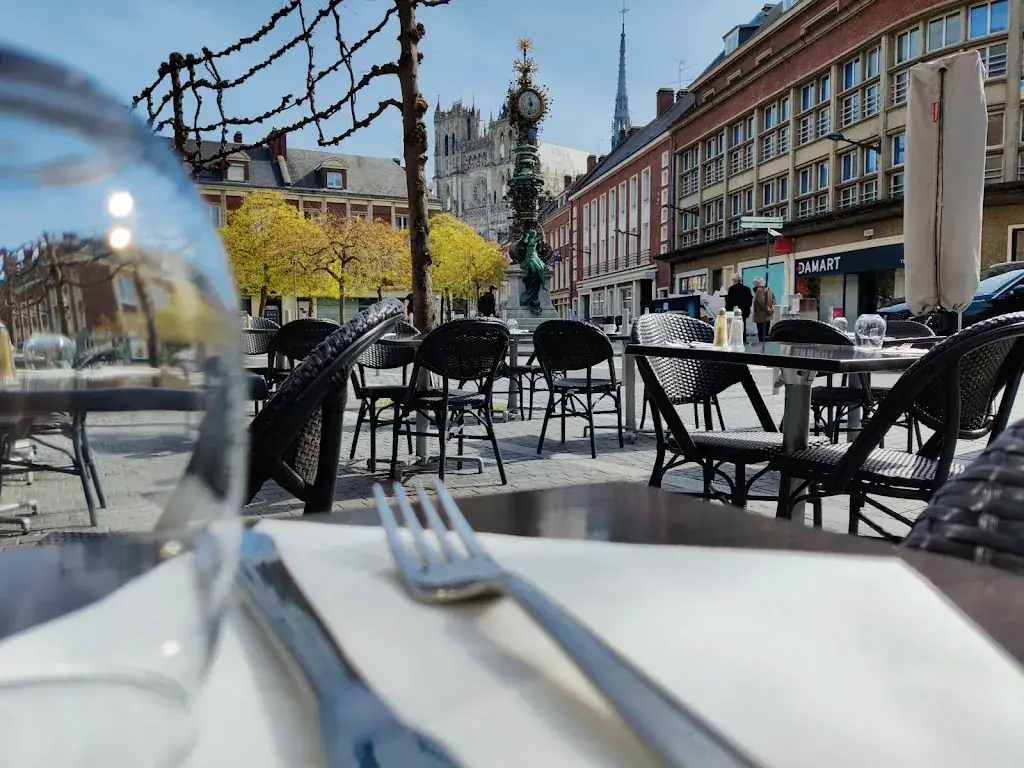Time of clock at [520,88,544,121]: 11:32
